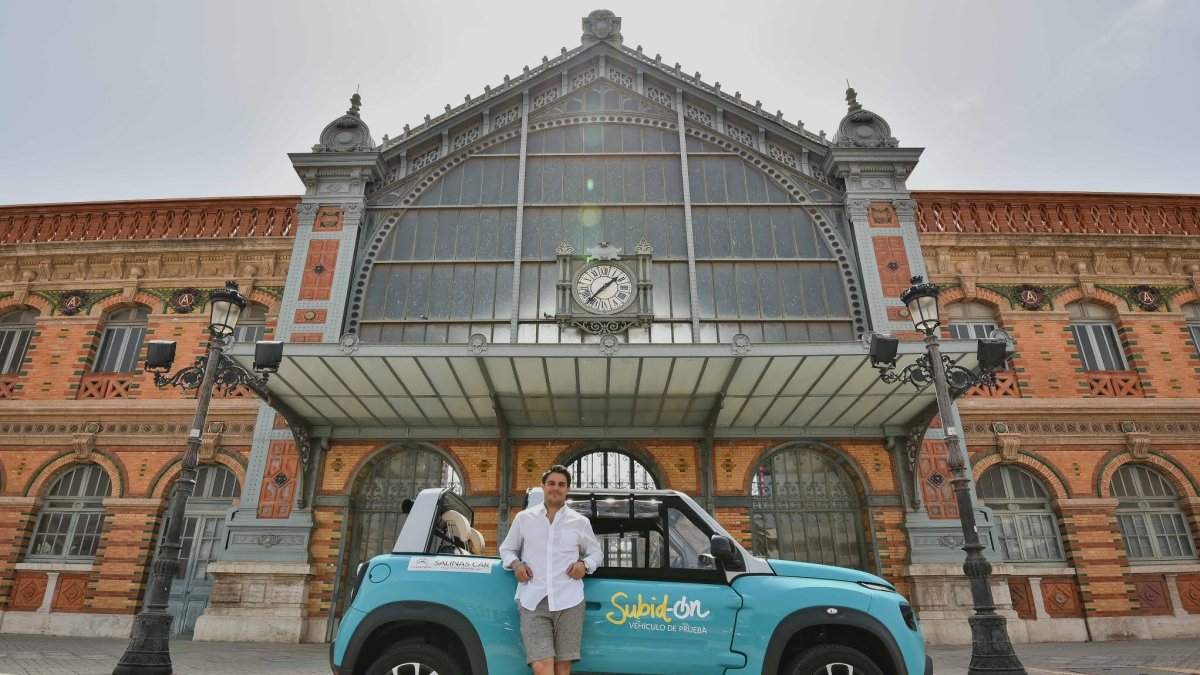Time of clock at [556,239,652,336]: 1:36
